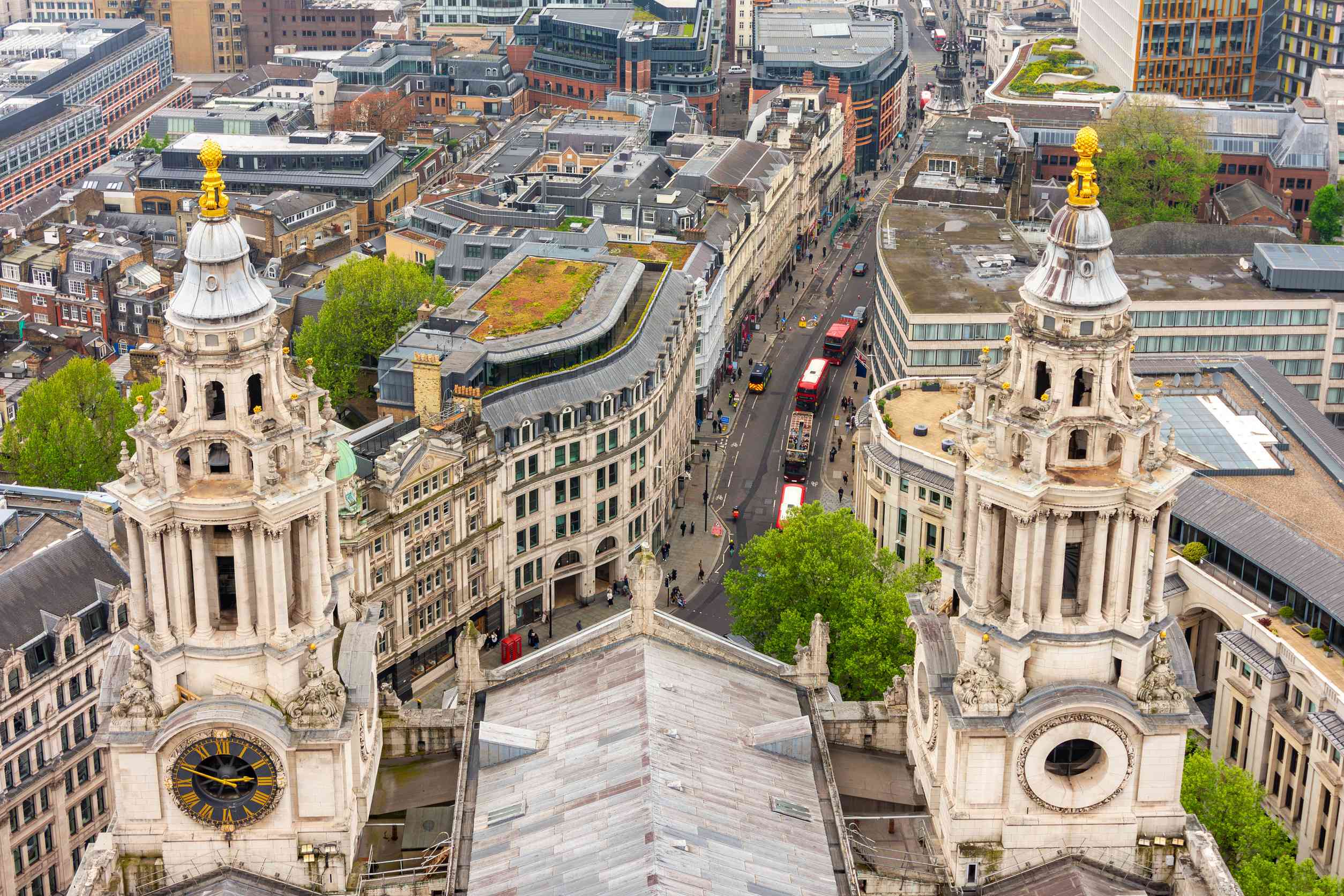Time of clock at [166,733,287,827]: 2:48
